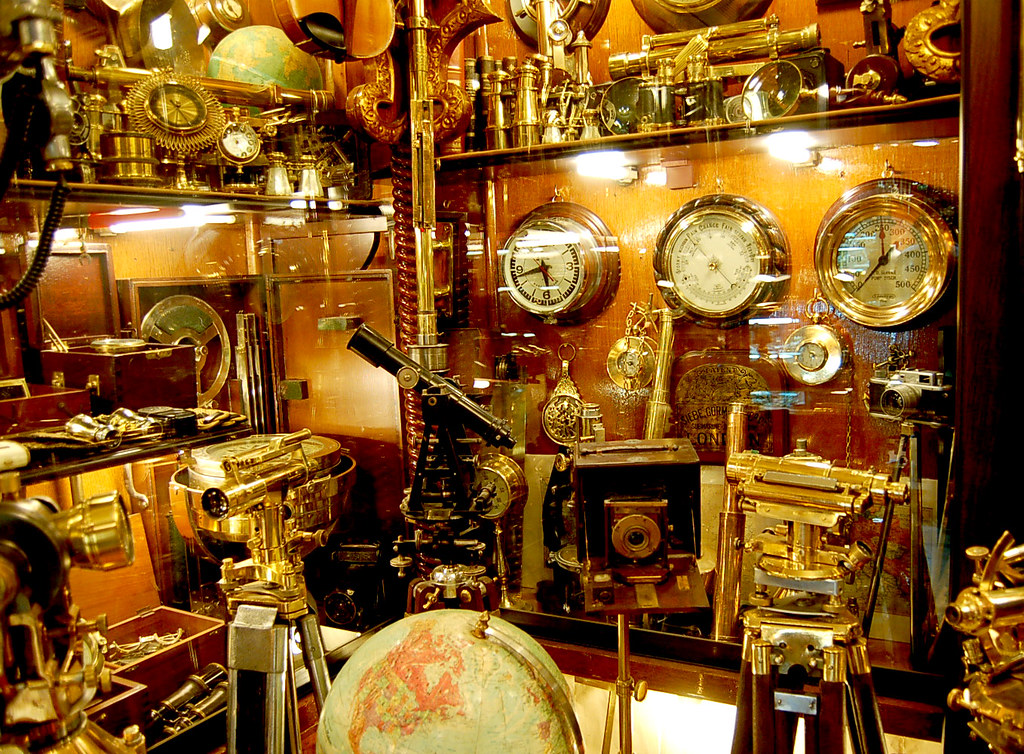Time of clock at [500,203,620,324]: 5:42
